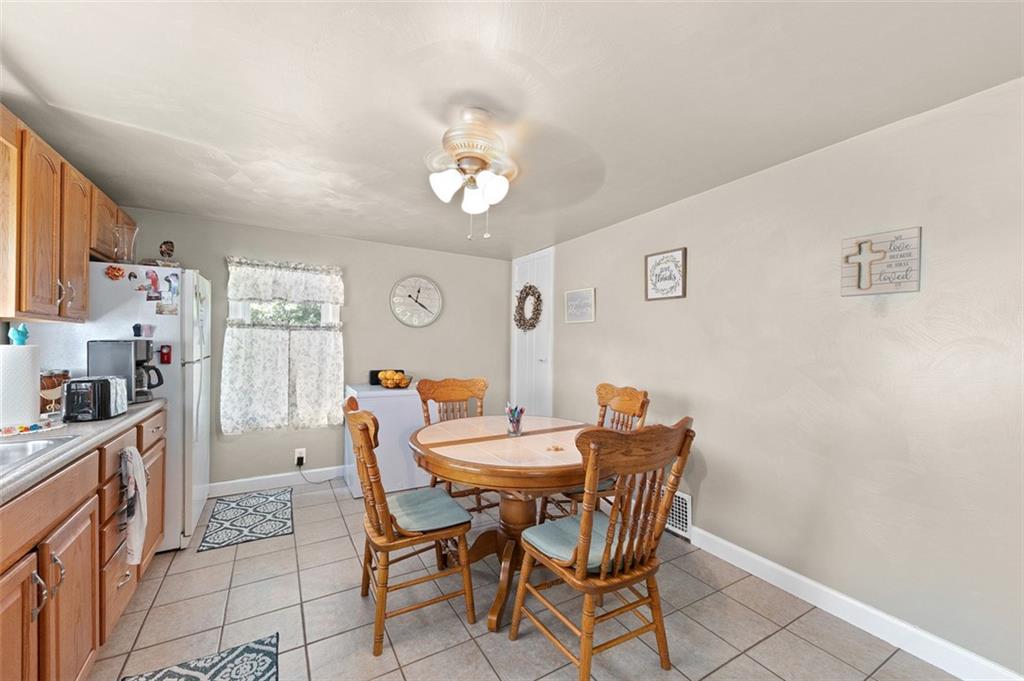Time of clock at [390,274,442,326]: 12:20
